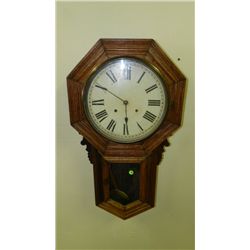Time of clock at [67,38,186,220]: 5:49
